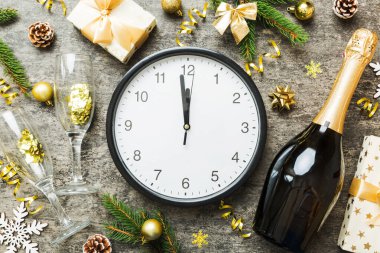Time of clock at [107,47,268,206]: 11:58
